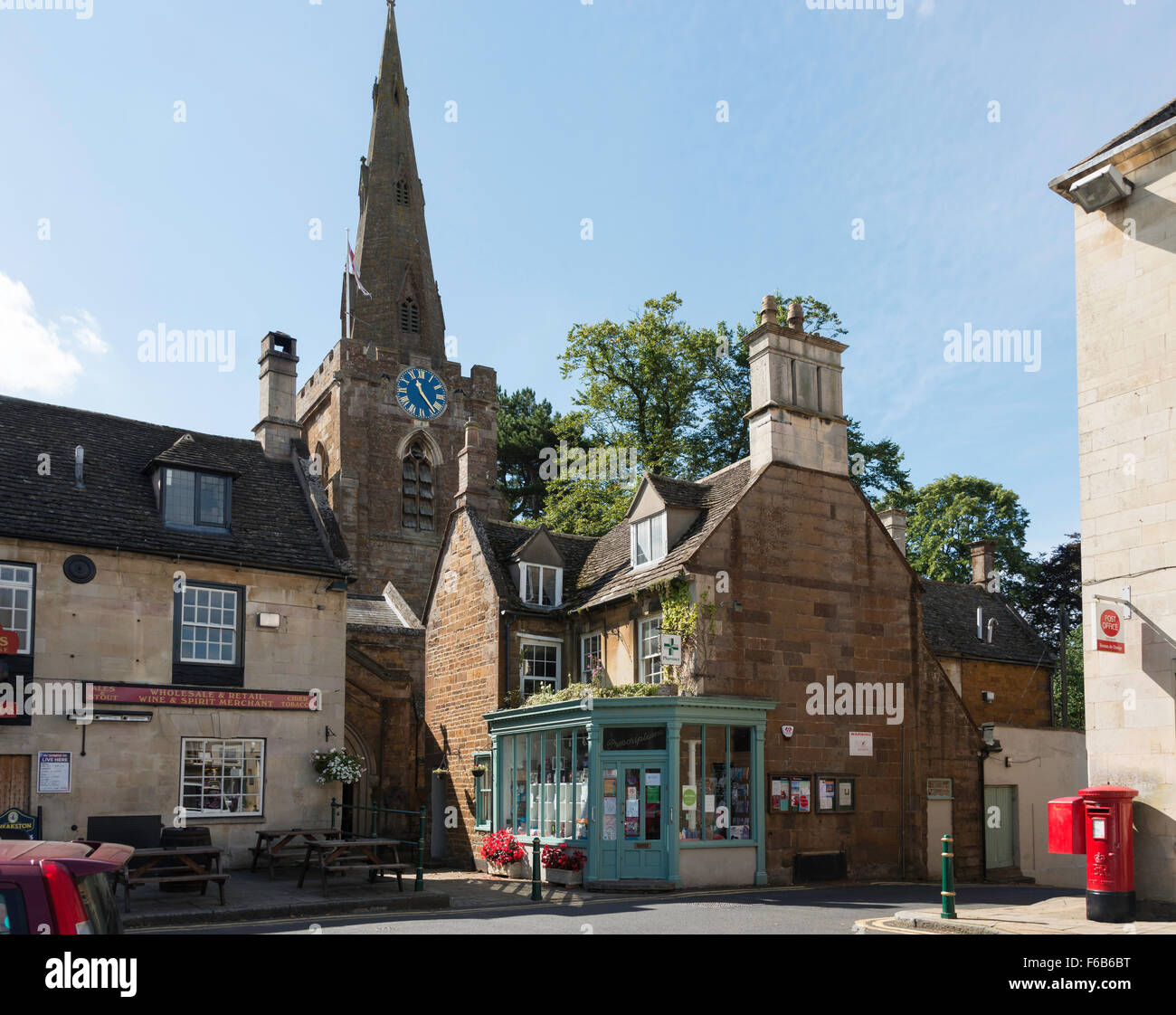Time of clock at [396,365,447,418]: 11:23
